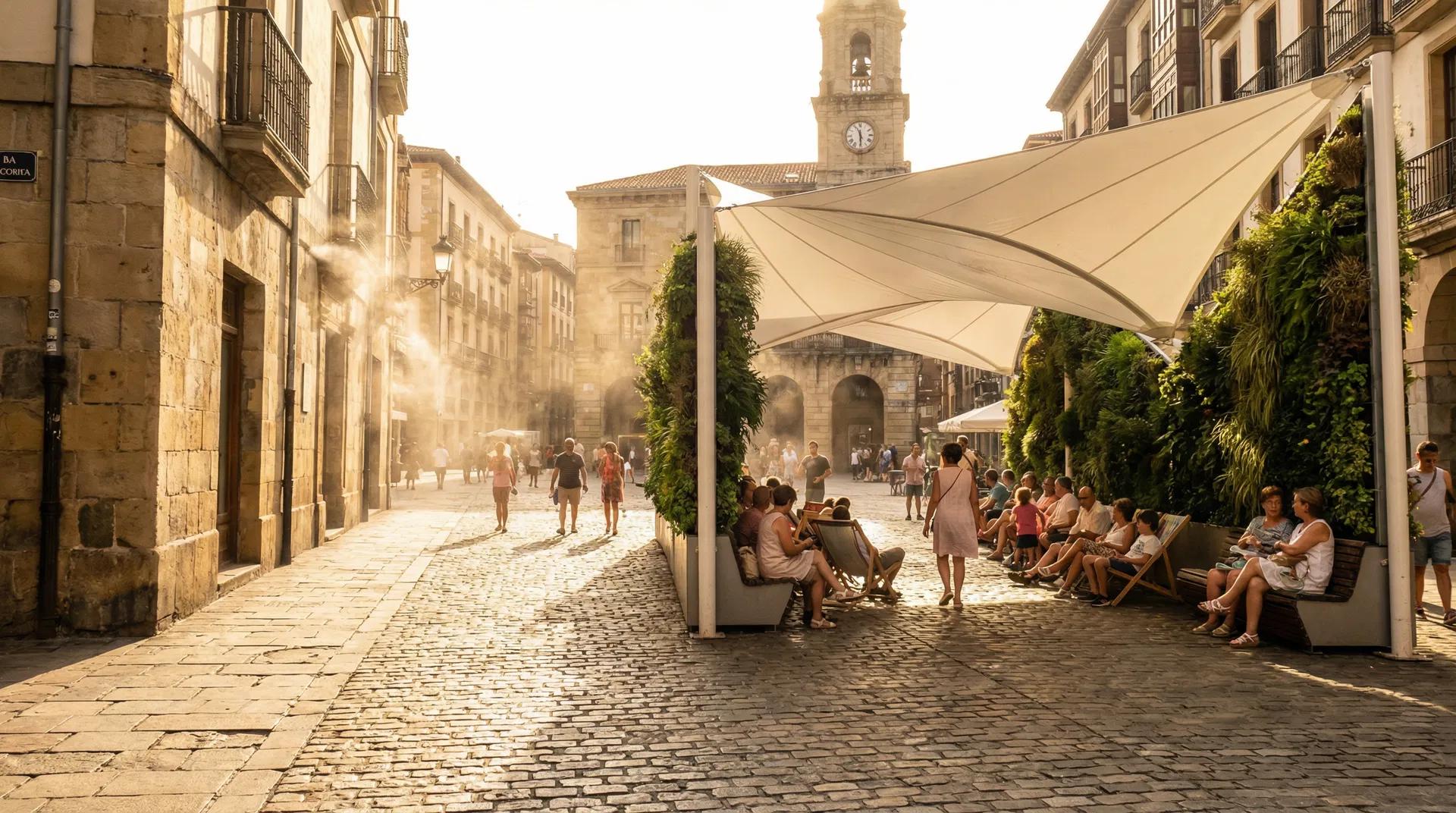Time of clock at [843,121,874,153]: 11:29
